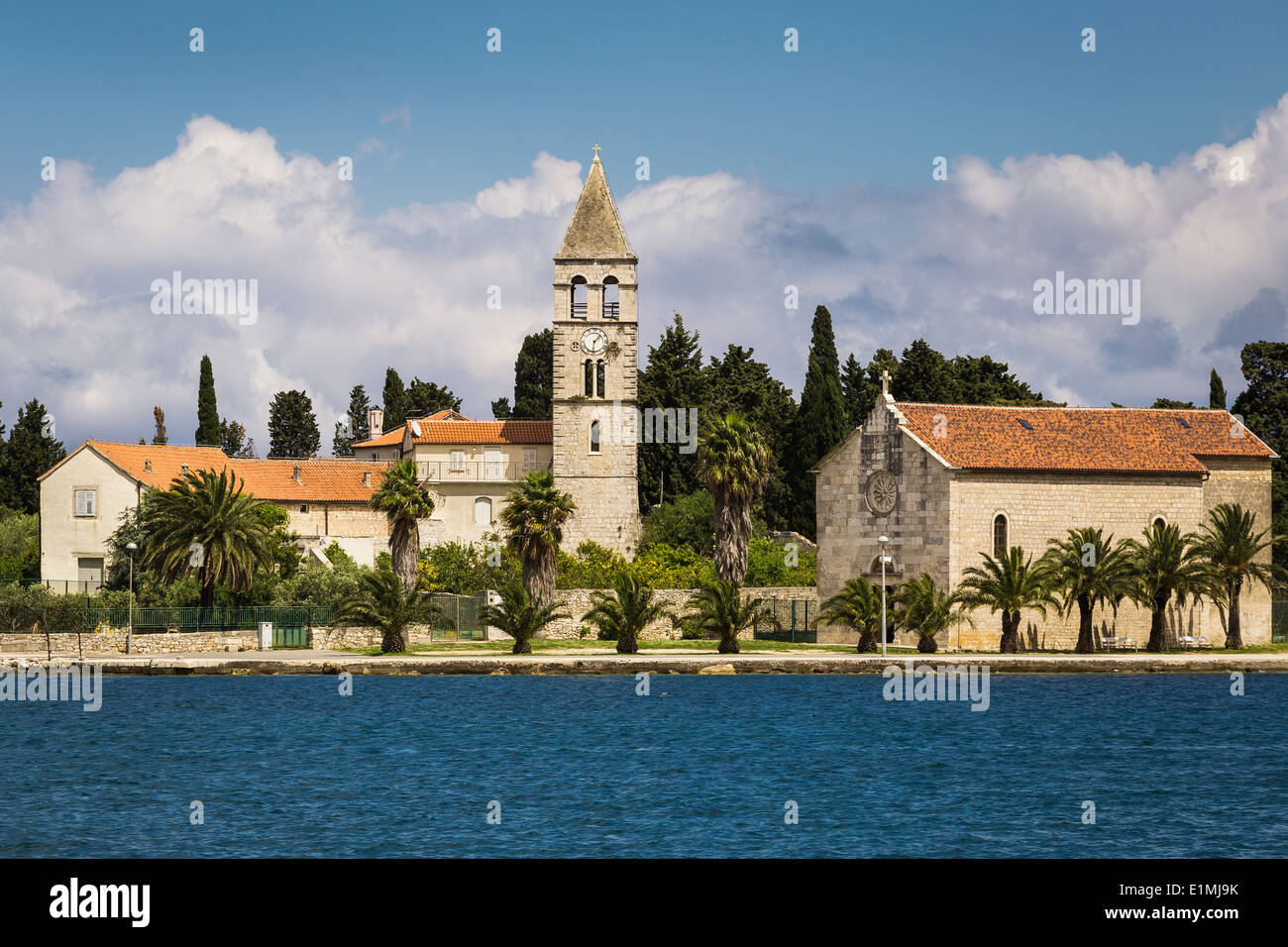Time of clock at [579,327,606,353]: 1:31
